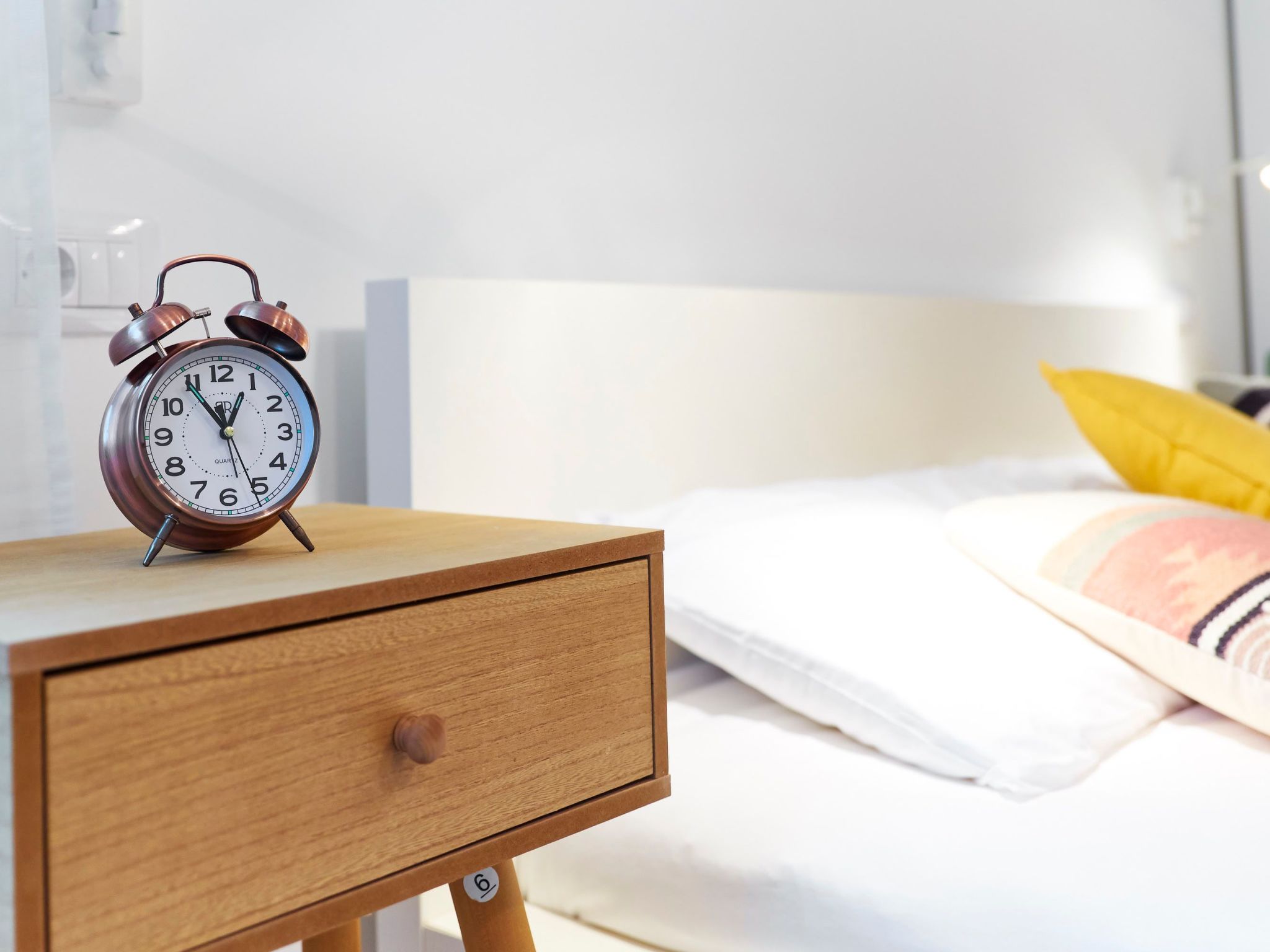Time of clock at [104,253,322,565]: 12:54
